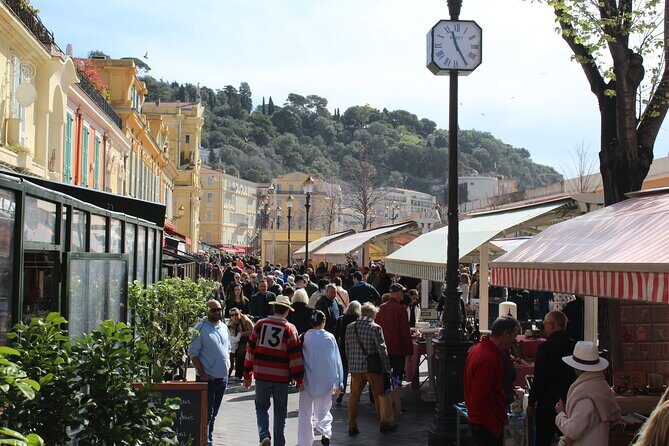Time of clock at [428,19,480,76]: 11:24
